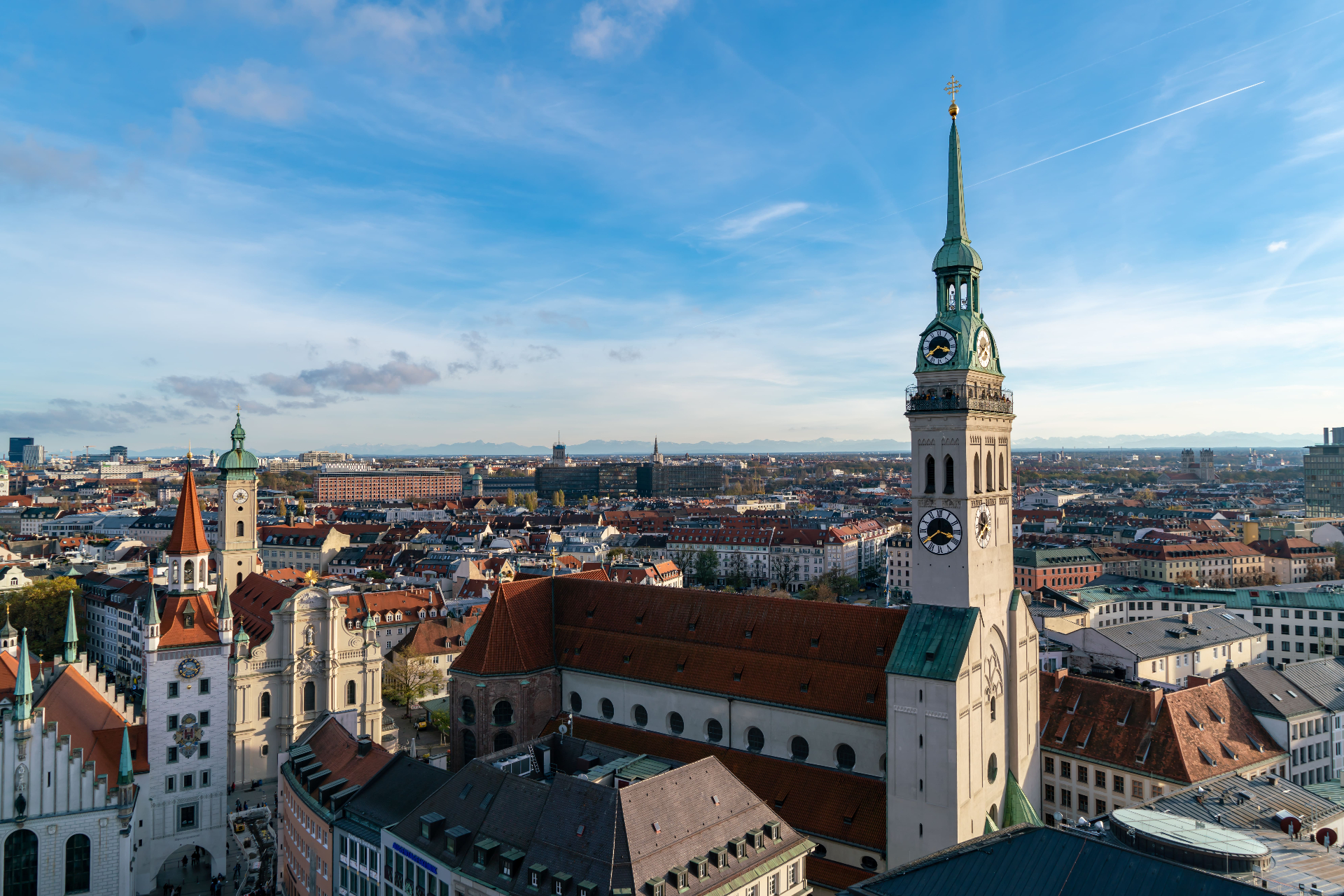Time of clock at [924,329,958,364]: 3:39
